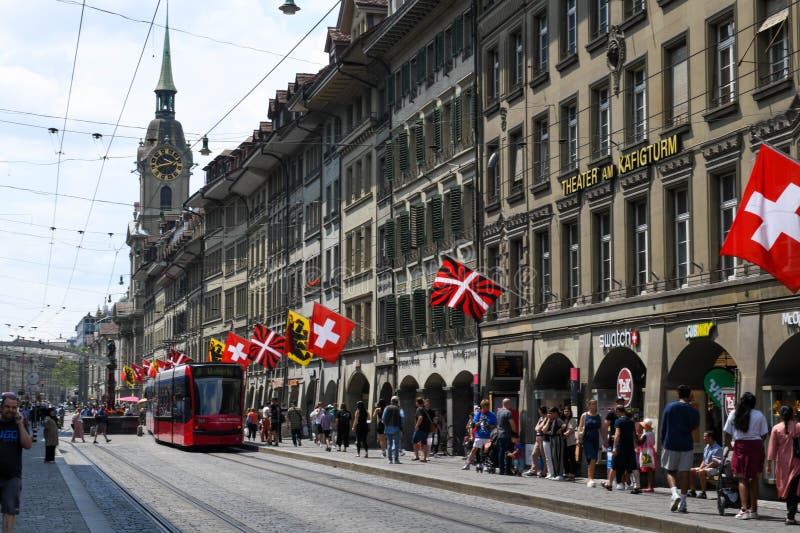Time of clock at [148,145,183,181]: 2:42
